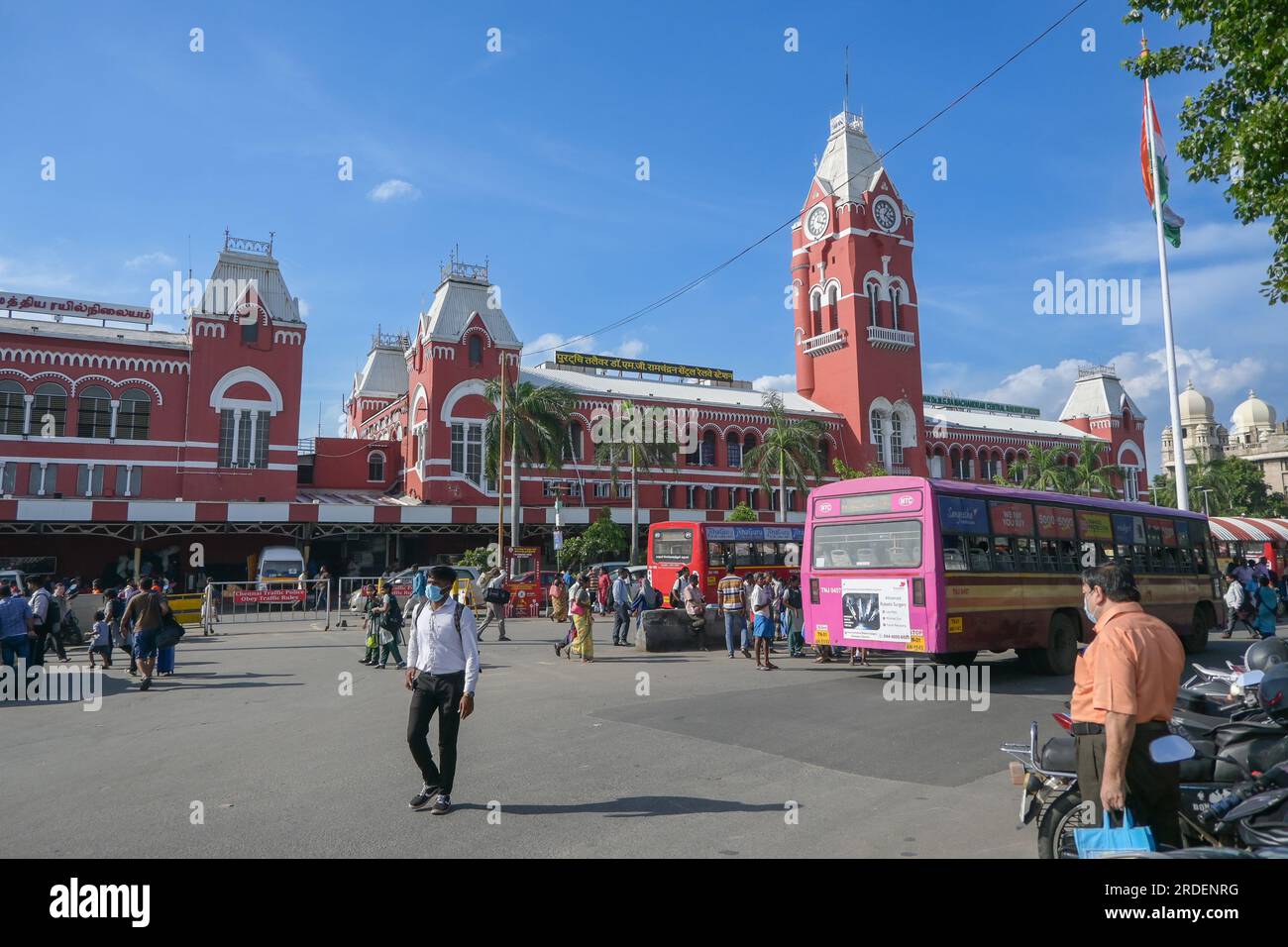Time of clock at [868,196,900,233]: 4:06
